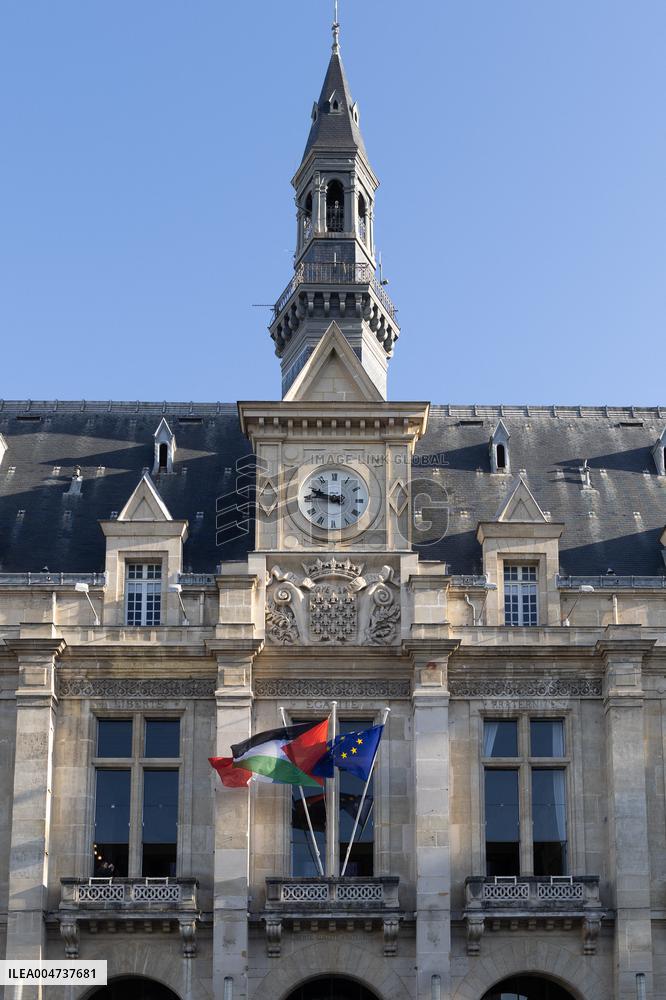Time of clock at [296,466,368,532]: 9:45
